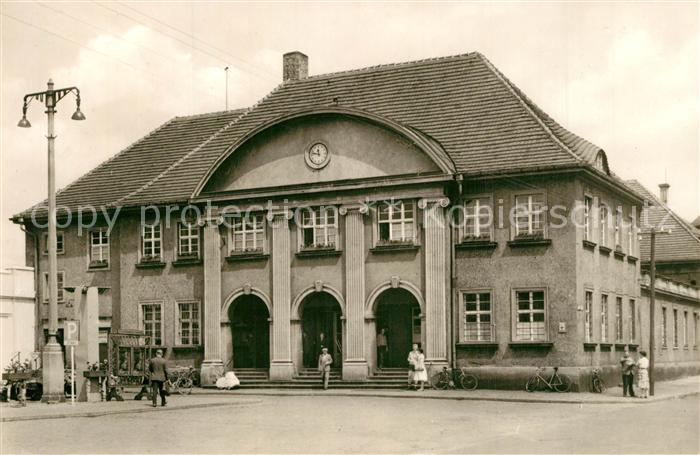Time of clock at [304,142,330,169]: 11:46
